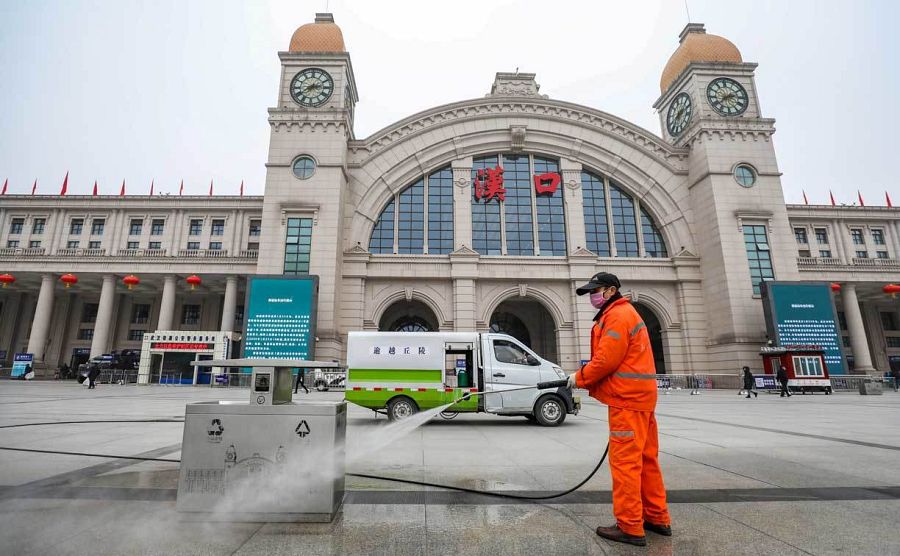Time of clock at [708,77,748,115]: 2:38
